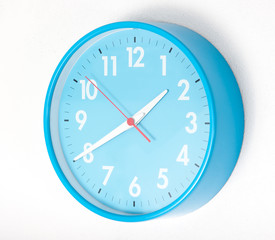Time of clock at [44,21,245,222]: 1:39
